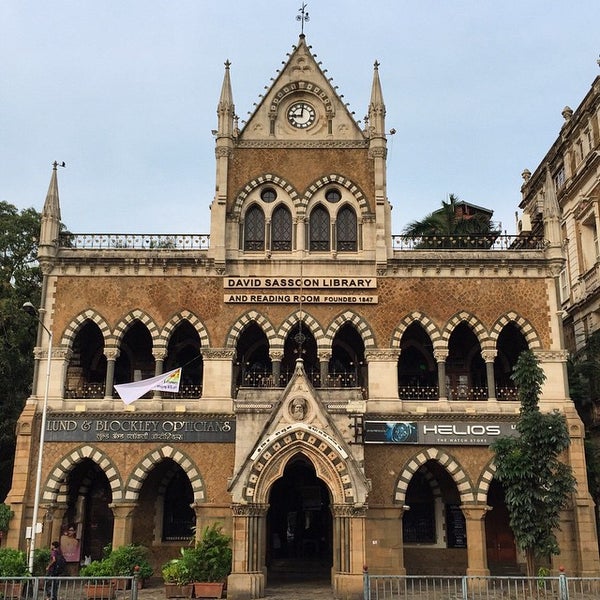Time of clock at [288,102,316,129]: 9:01
